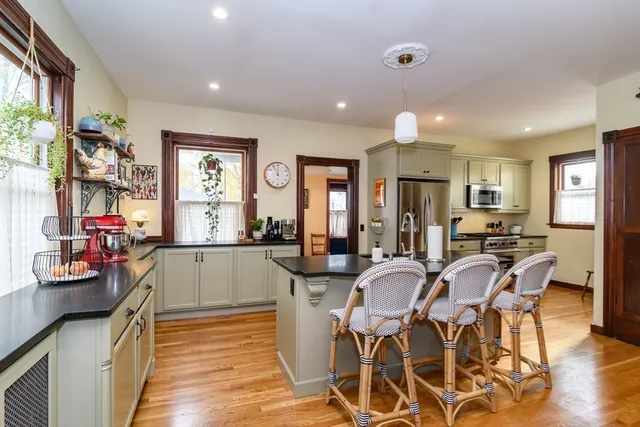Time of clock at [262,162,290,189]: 11:55
